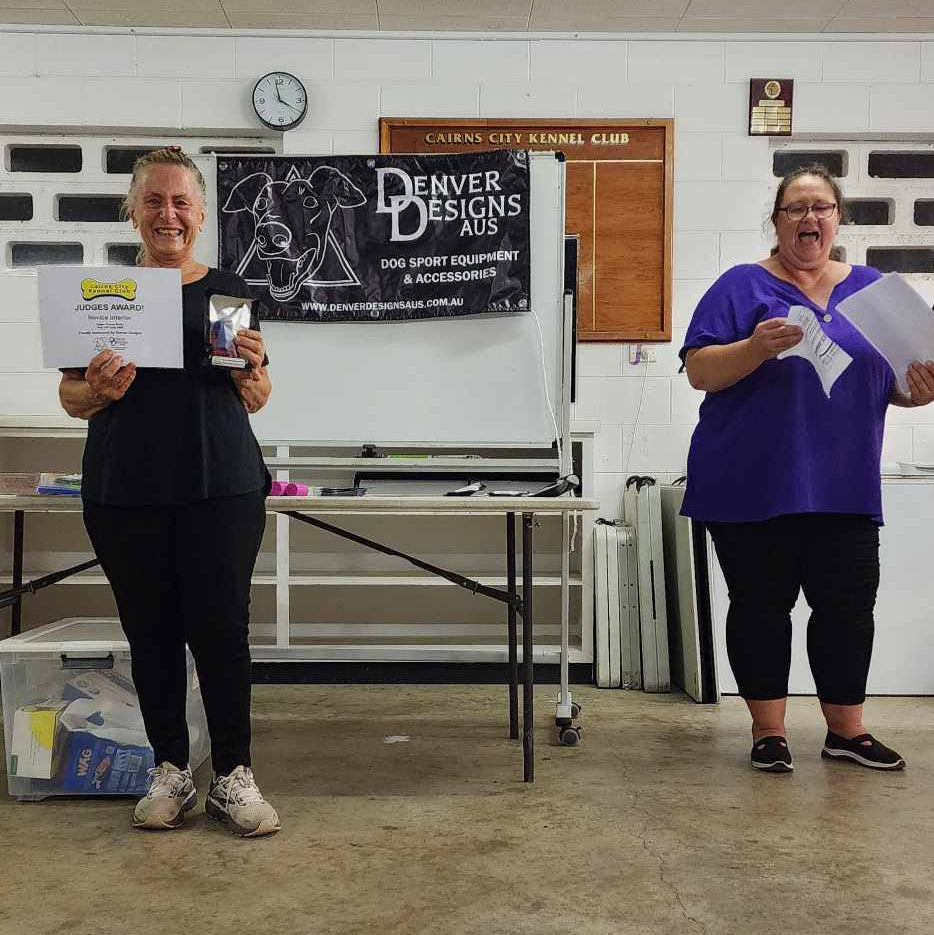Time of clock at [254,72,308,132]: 3:58
